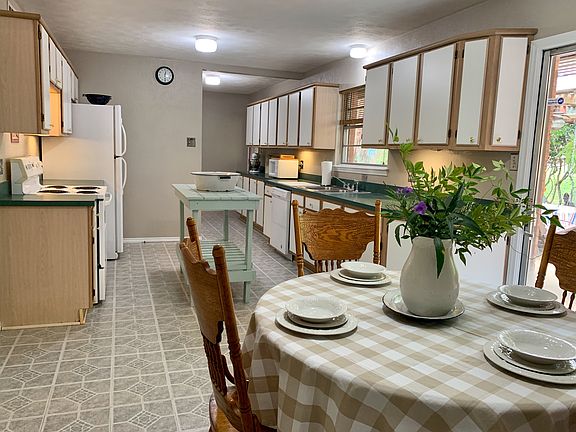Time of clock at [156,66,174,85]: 12:29
